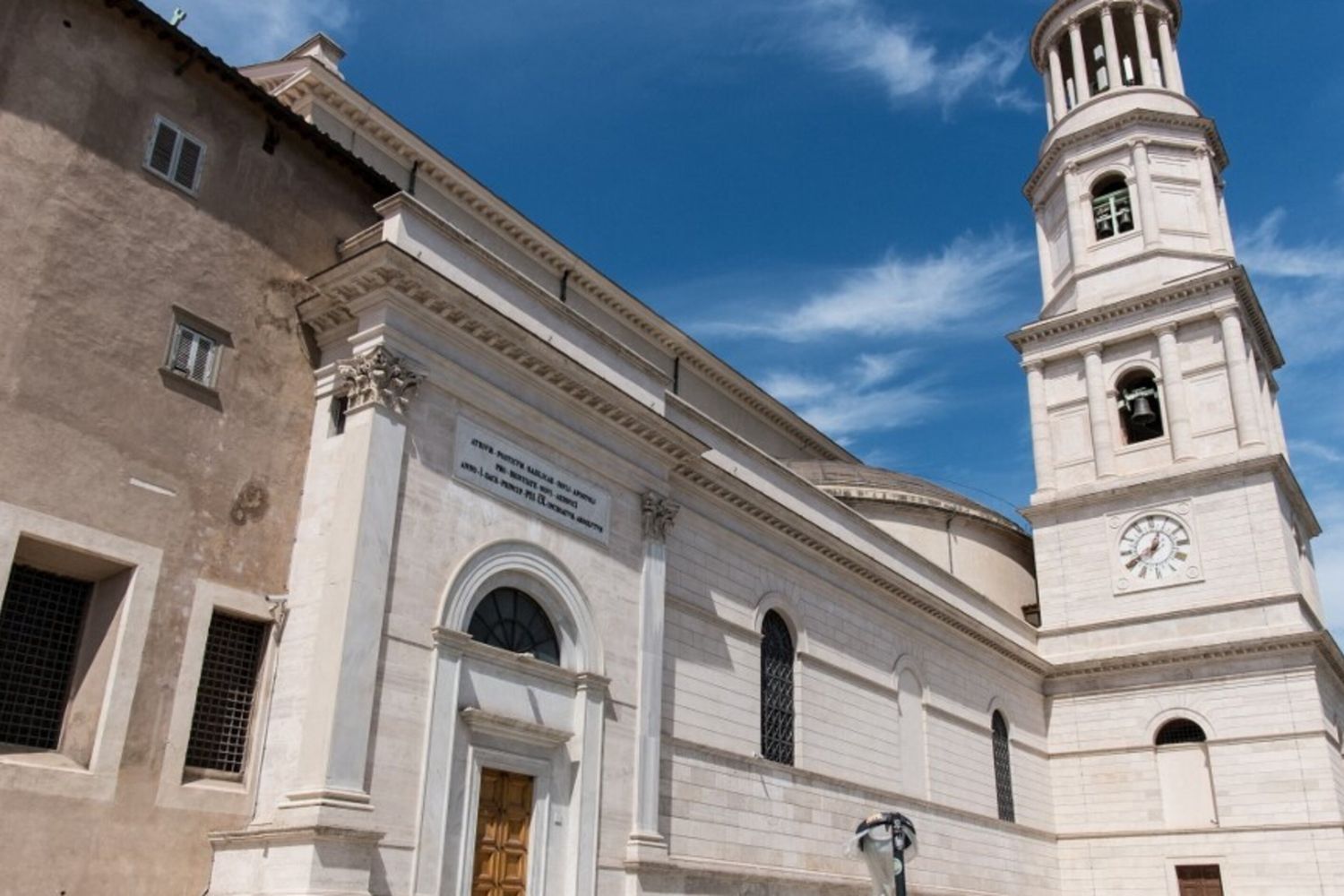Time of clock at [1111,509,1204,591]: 12:40
